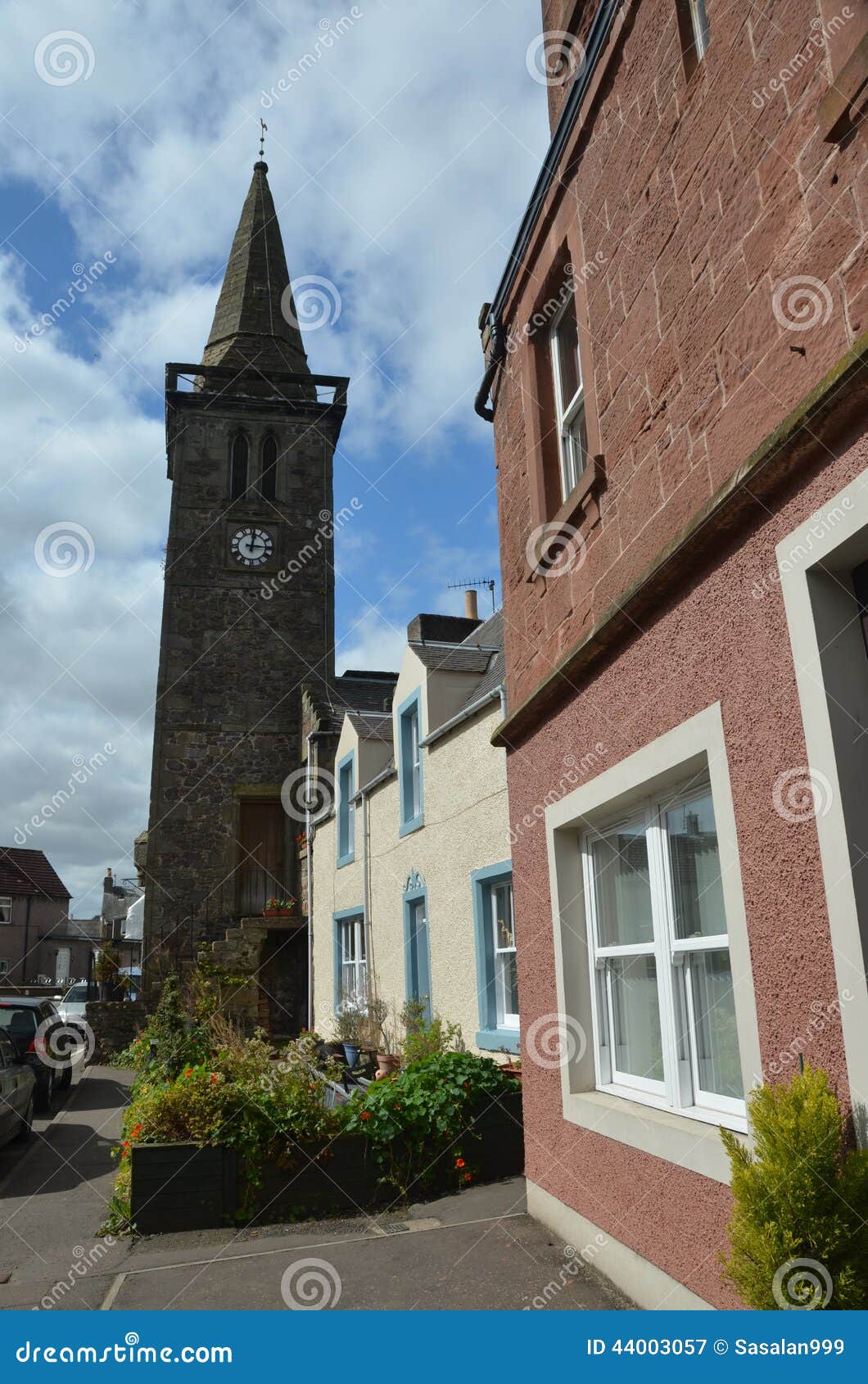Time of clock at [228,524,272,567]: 12:15
